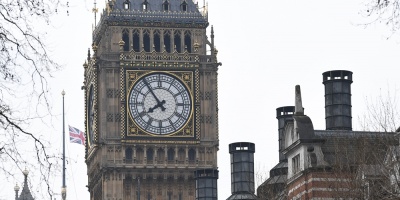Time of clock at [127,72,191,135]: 7:53
